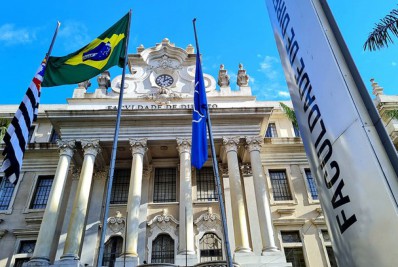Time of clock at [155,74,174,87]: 2:00
